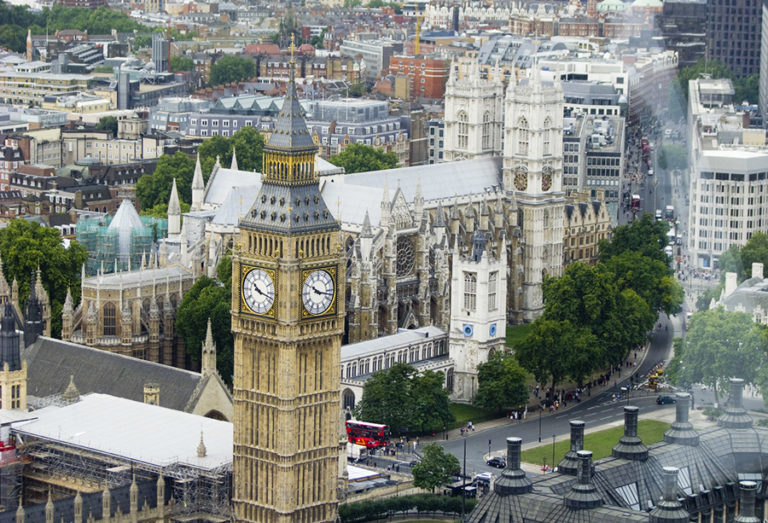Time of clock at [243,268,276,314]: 10:17
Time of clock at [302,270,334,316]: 10:17
